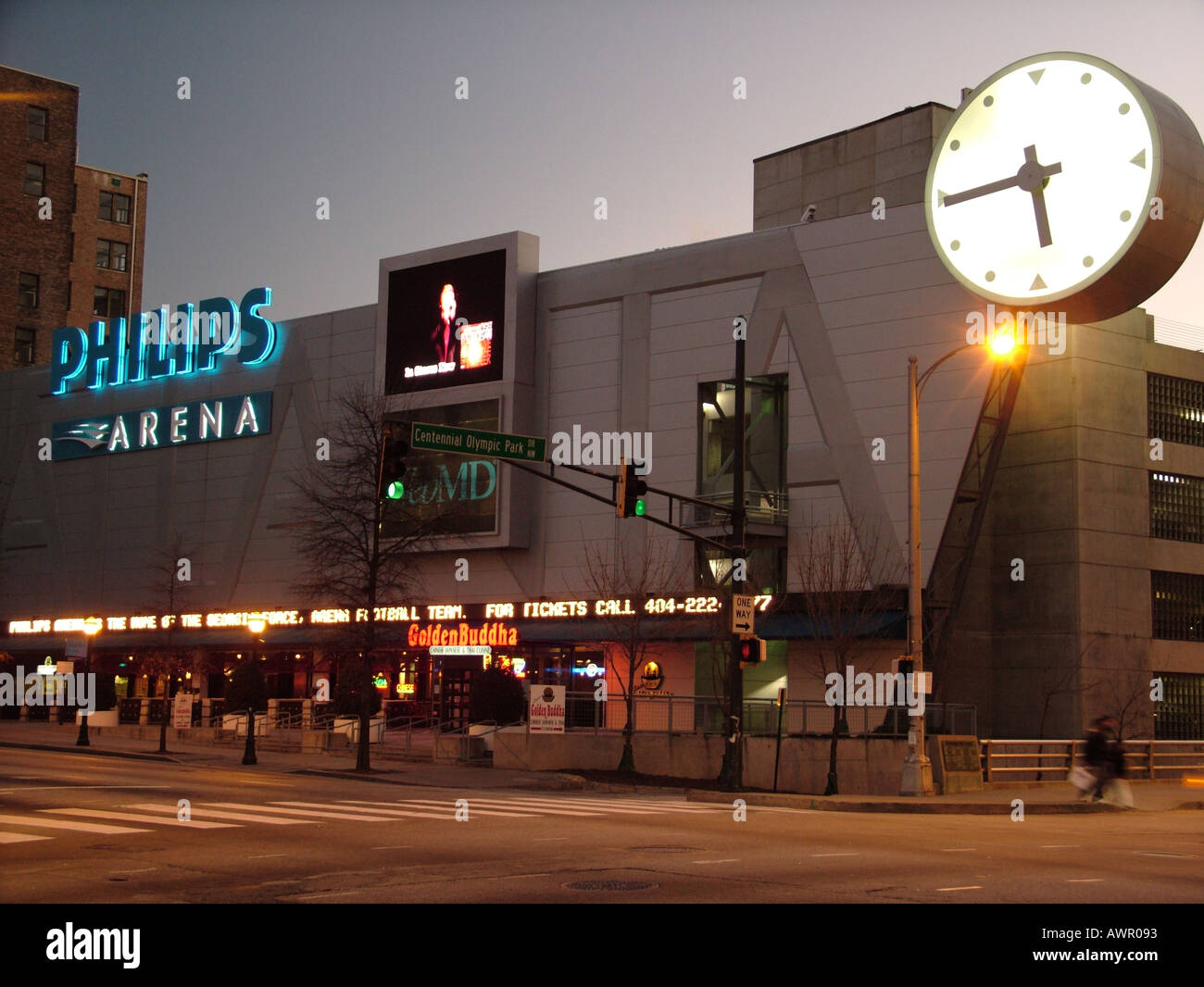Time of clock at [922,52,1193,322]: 5:44
